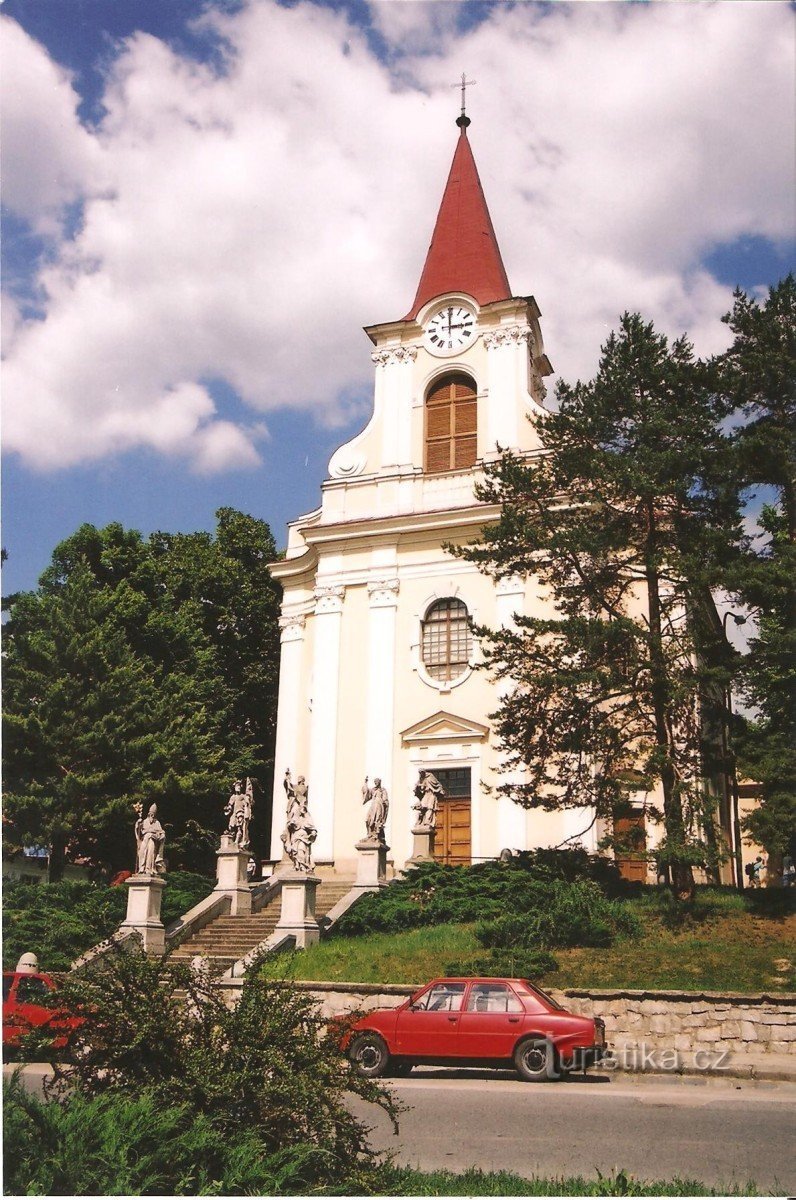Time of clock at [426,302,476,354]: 2:59
